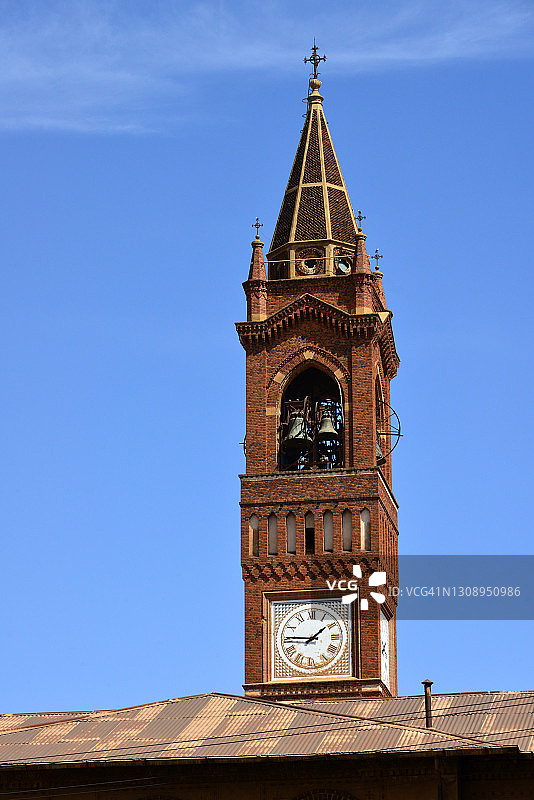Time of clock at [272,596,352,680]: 1:45
